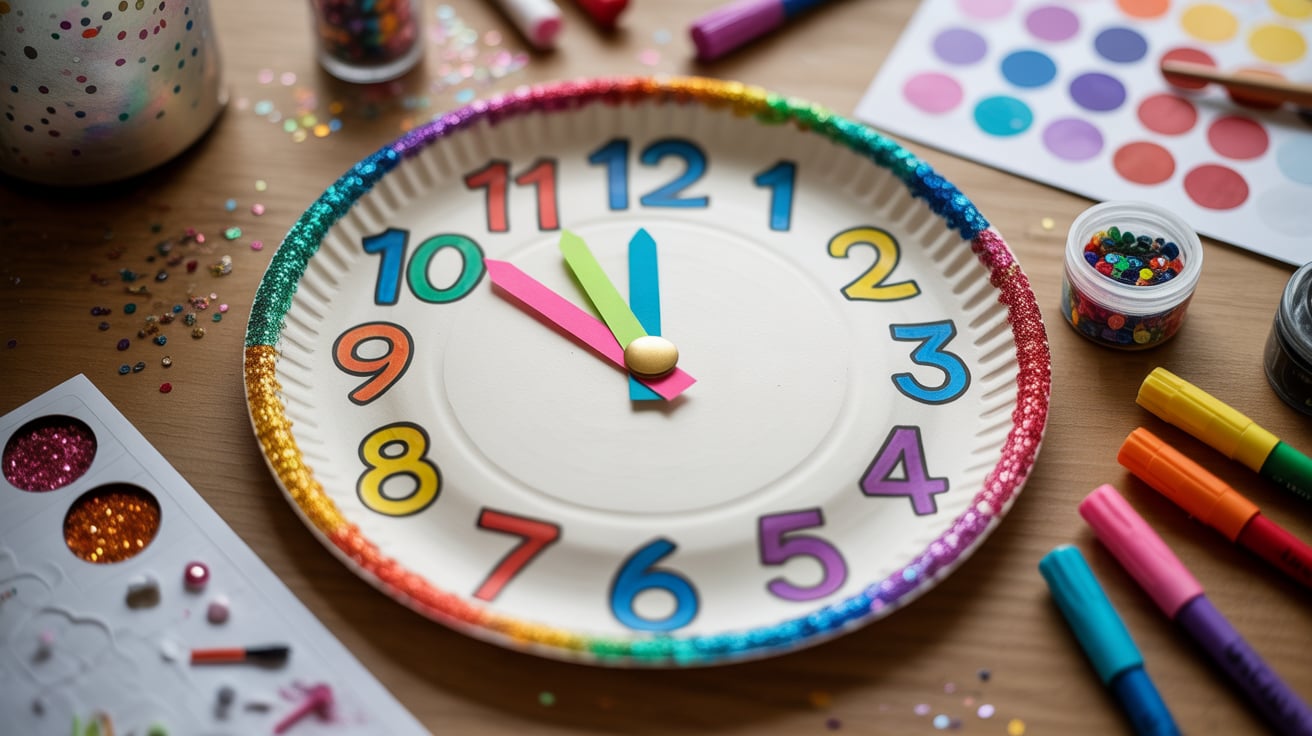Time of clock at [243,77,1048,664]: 11:51
